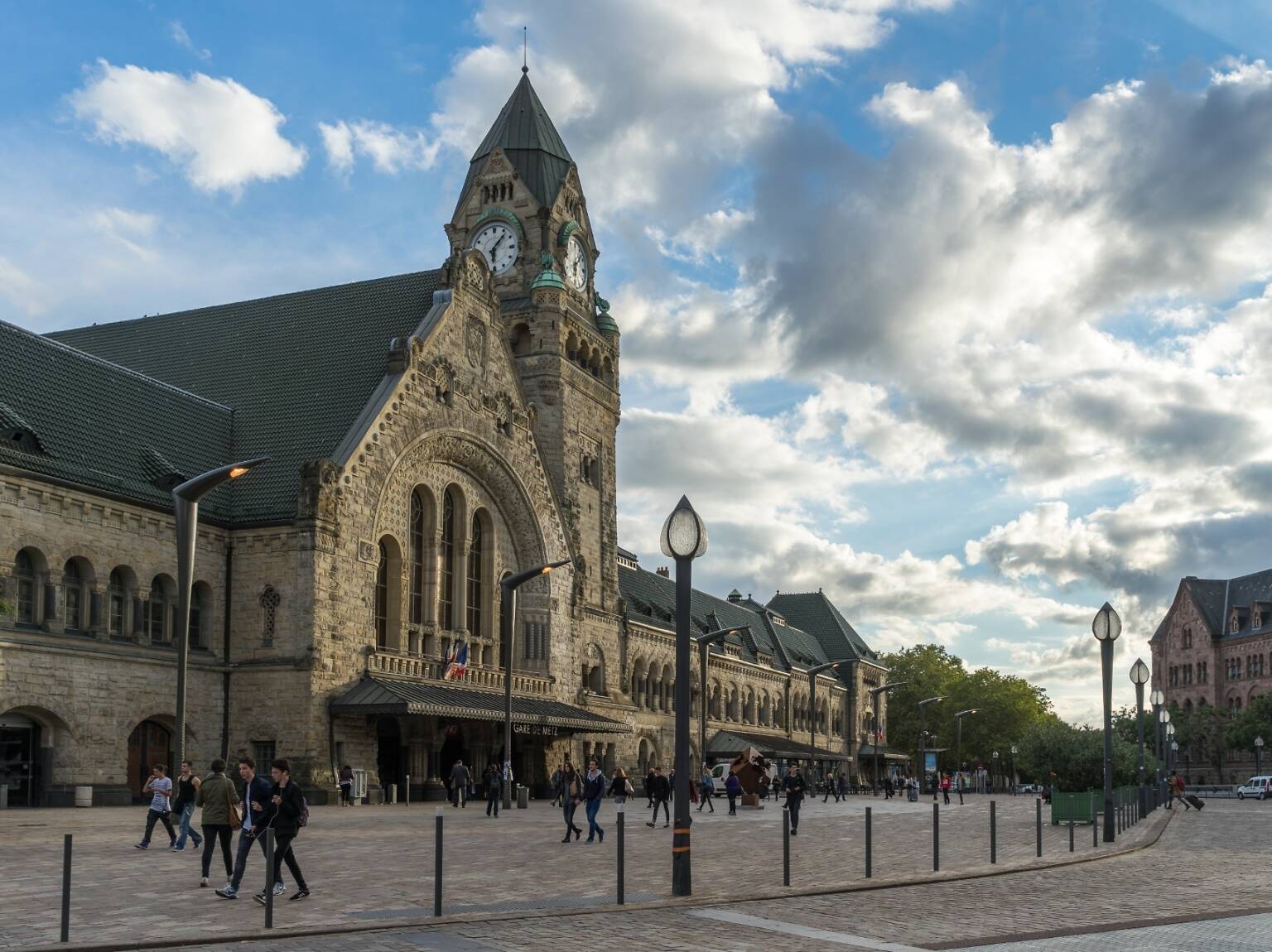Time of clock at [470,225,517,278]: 6:07
